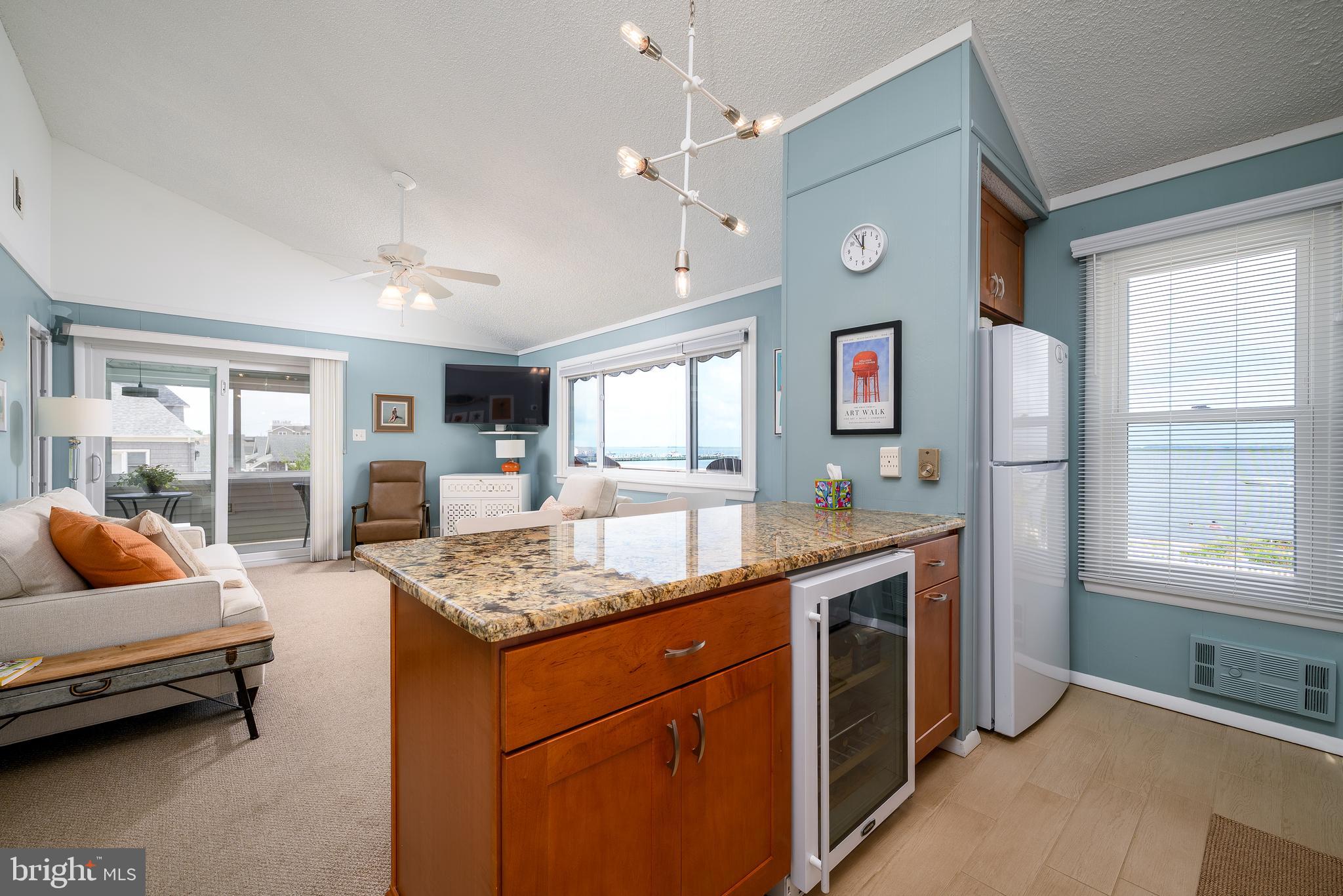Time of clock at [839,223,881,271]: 11:54
